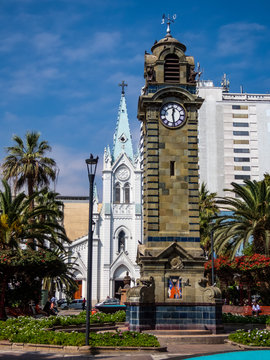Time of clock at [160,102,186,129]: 12:28
